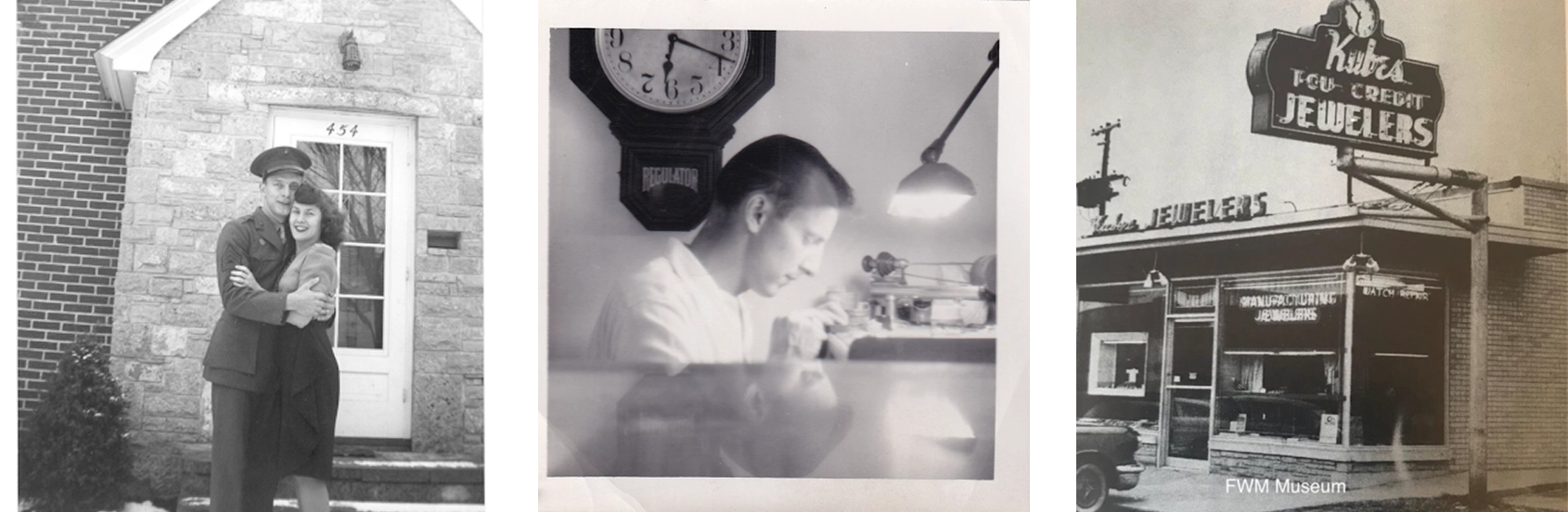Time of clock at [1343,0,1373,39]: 10:32
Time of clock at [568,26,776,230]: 6:18
